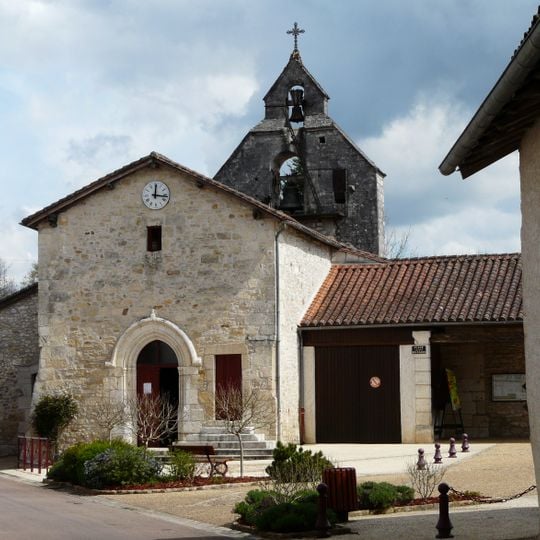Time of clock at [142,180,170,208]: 12:16
